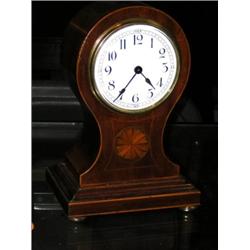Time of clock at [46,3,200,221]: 4:36
